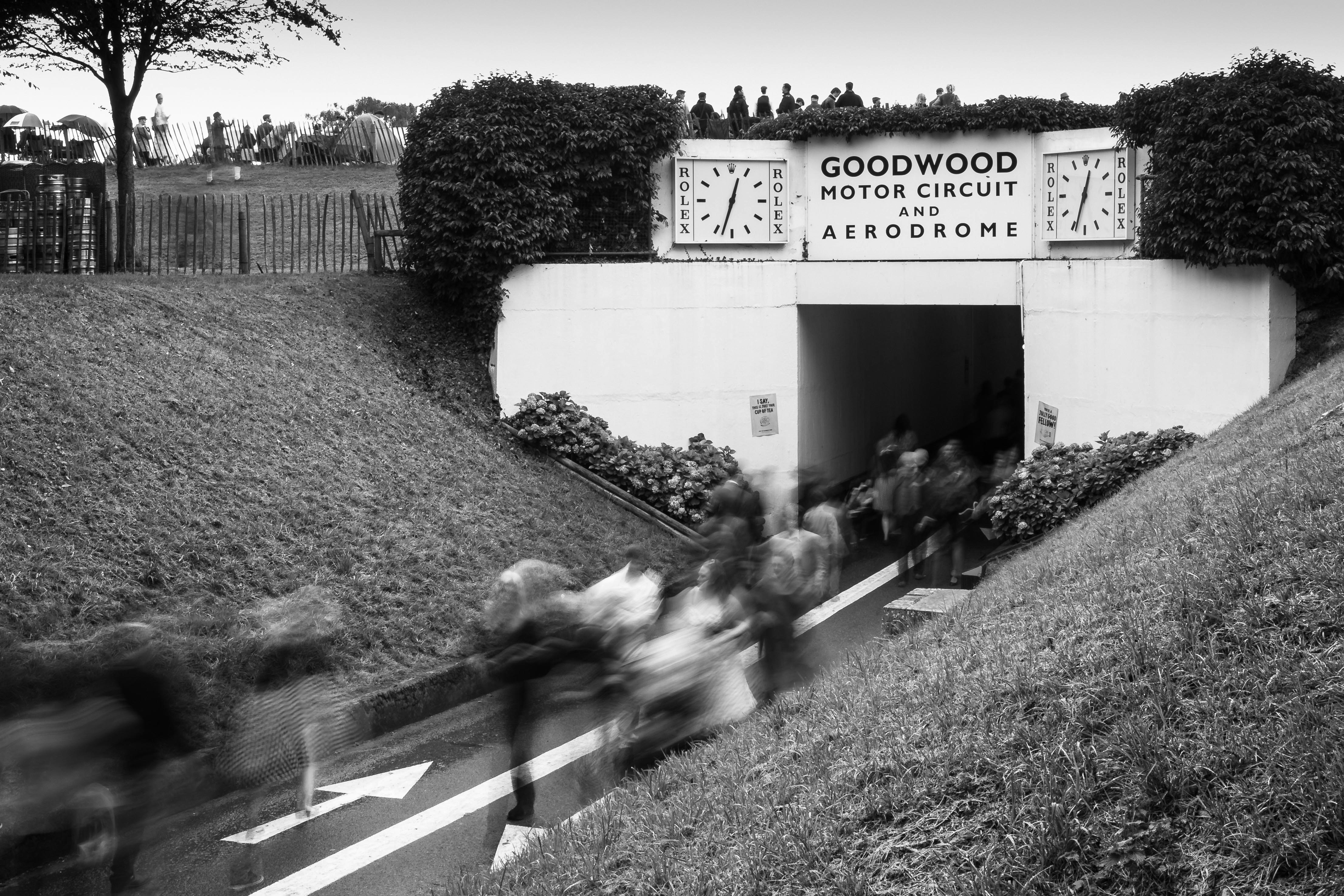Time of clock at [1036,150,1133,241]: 12:33
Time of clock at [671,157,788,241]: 12:32
